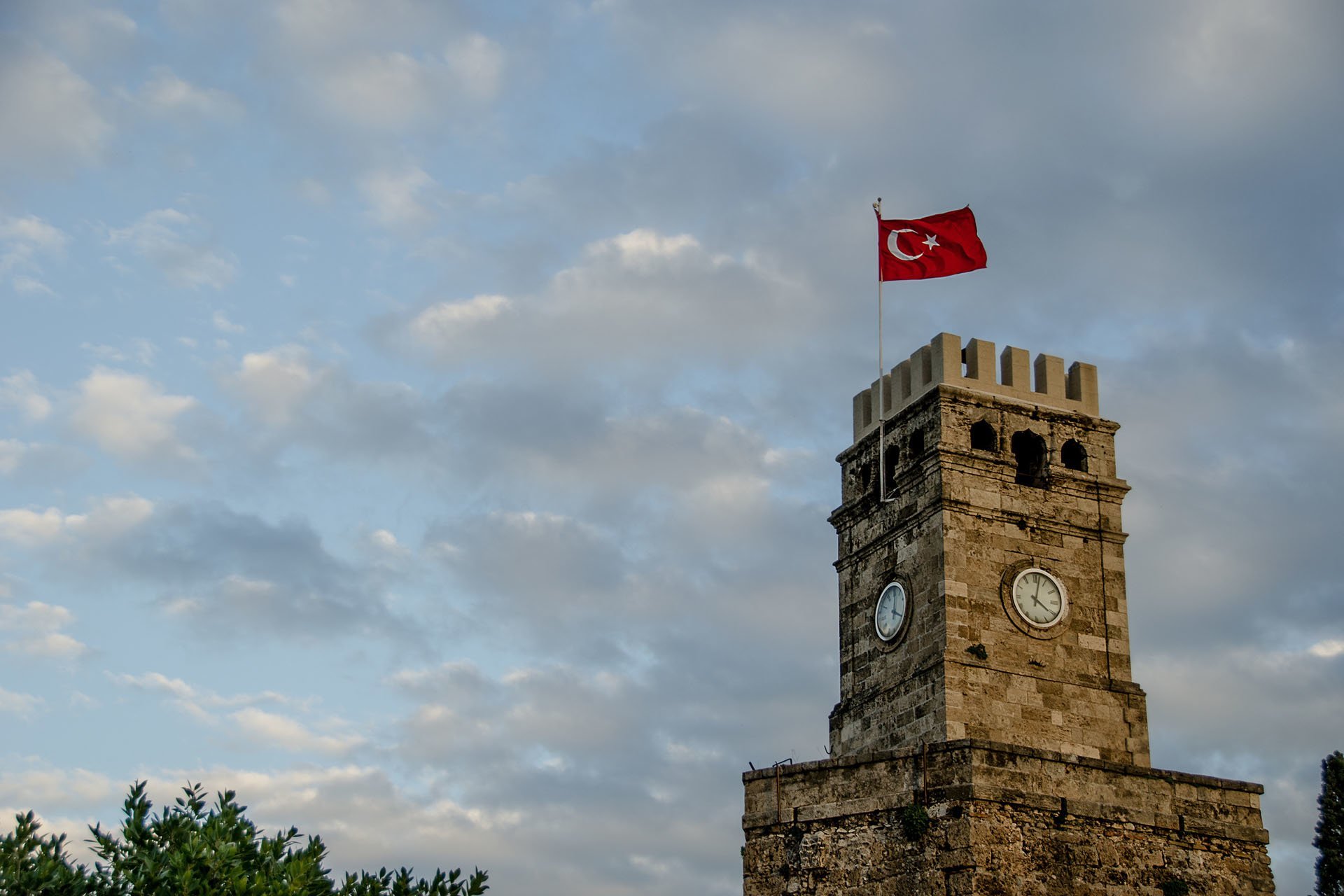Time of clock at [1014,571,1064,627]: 4:02
